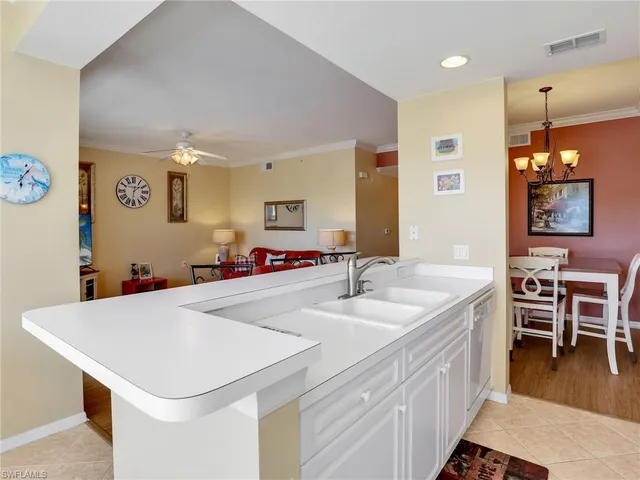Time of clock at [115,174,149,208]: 1:31
